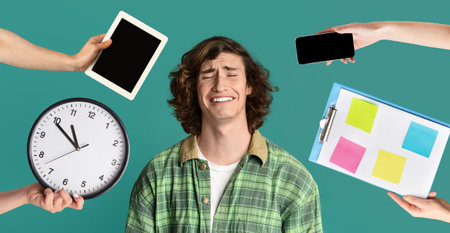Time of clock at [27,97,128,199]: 10:49
